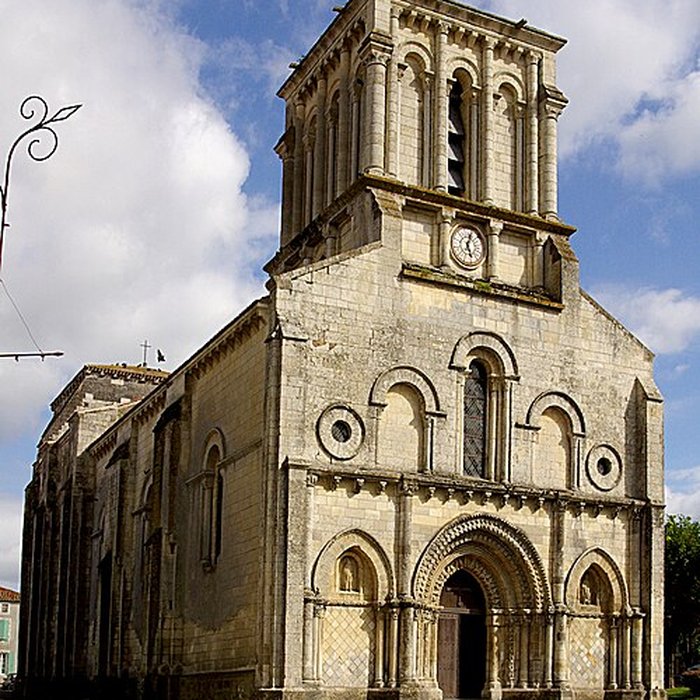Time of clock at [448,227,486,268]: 5:03
